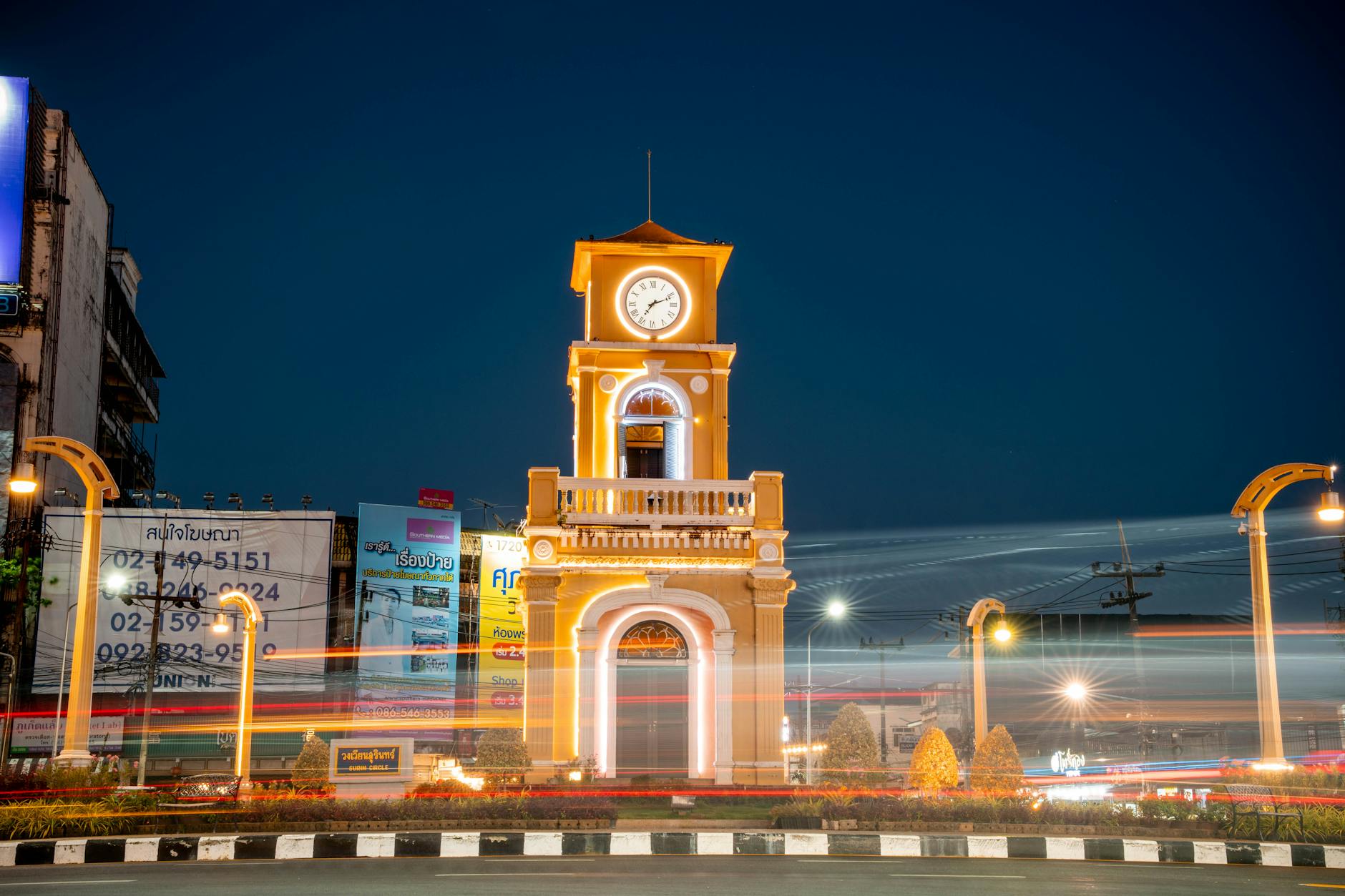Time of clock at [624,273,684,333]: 7:11
